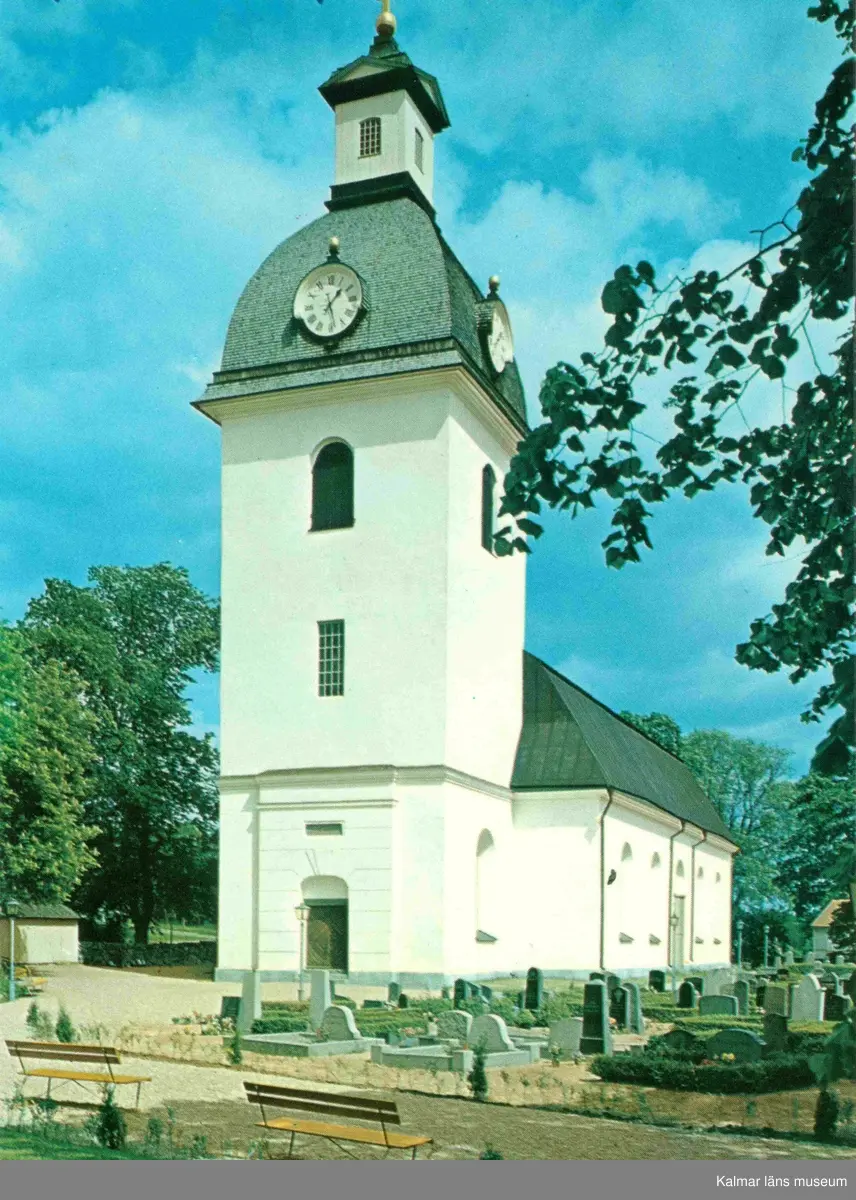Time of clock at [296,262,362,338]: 1:28
